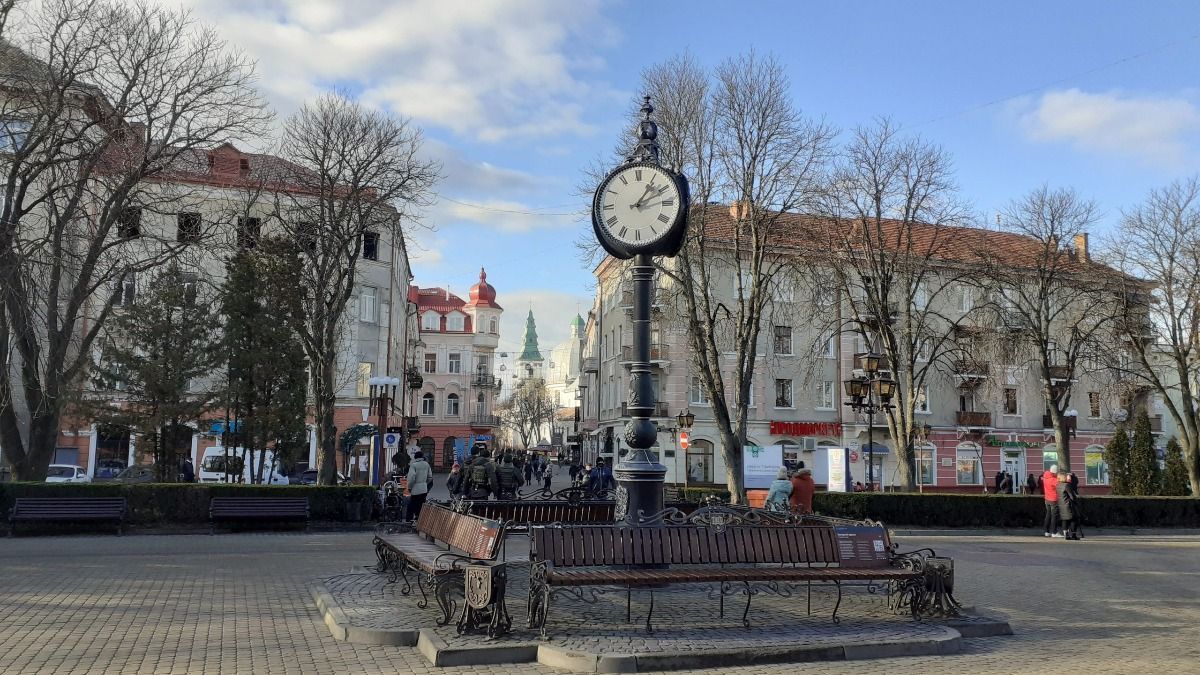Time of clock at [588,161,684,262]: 1:10
